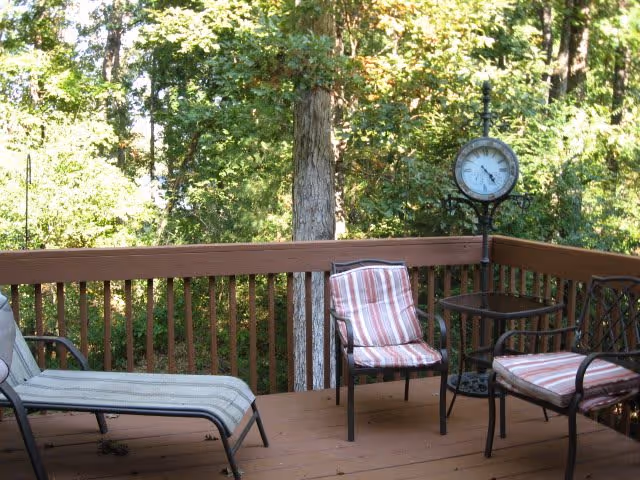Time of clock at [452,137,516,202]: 4:23
